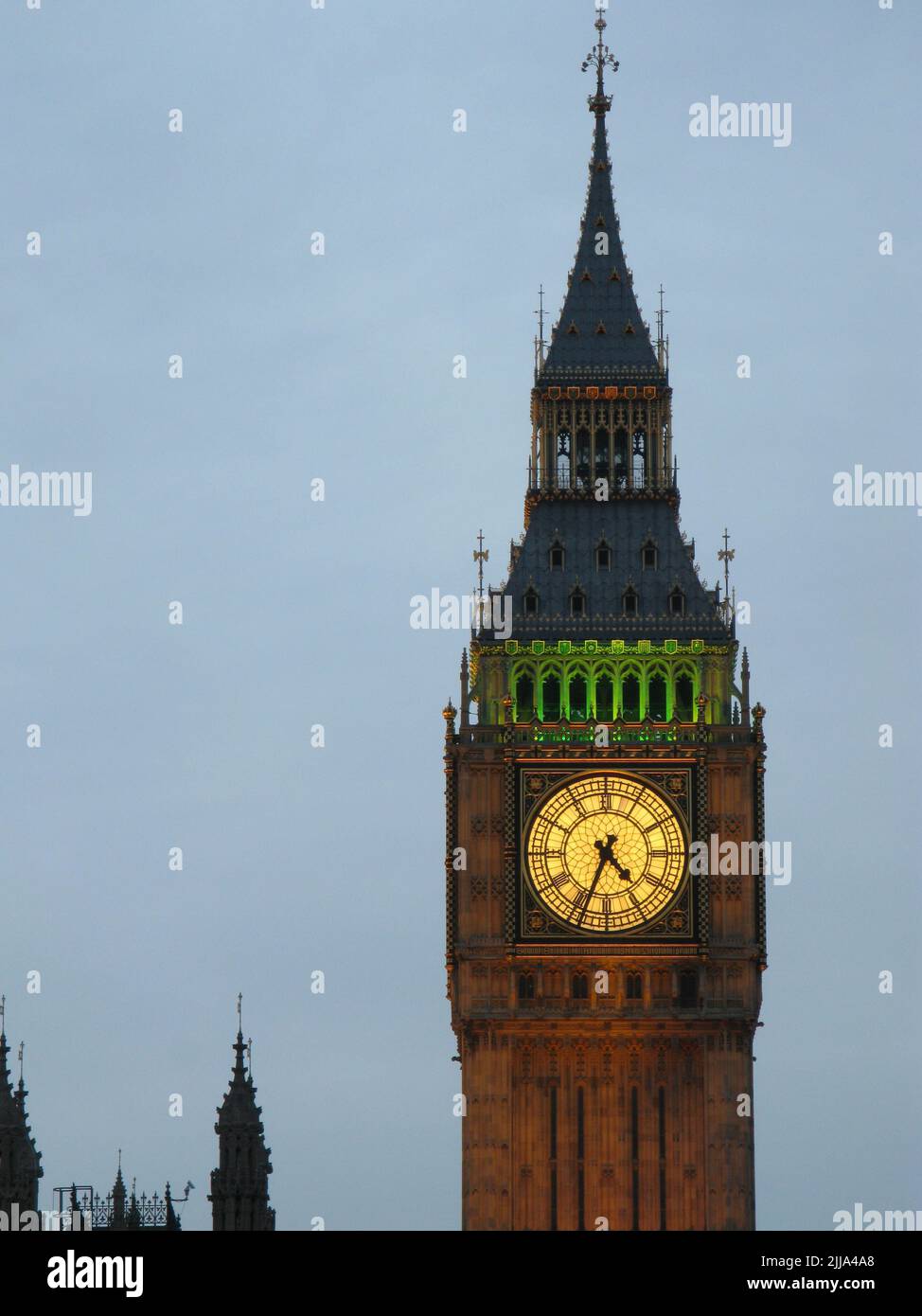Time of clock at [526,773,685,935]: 4:33
